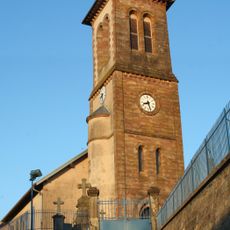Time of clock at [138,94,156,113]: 8:27
